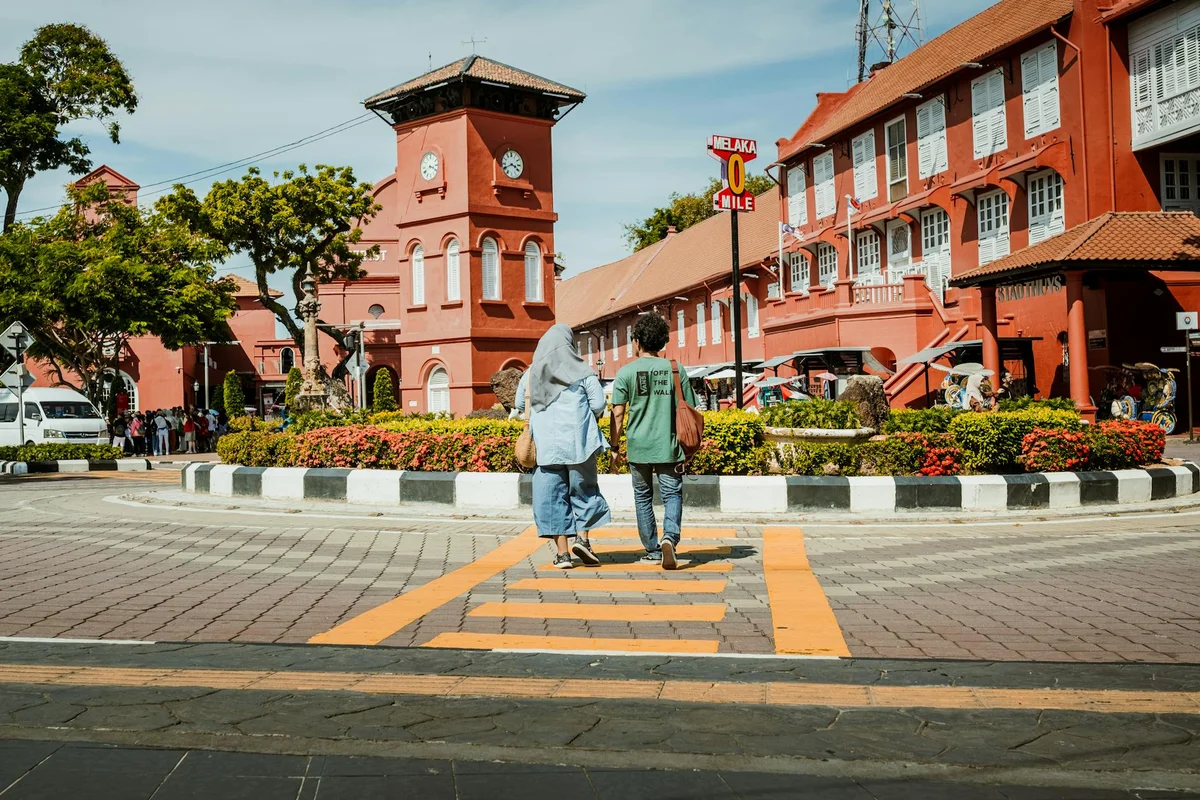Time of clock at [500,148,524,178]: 3:40
